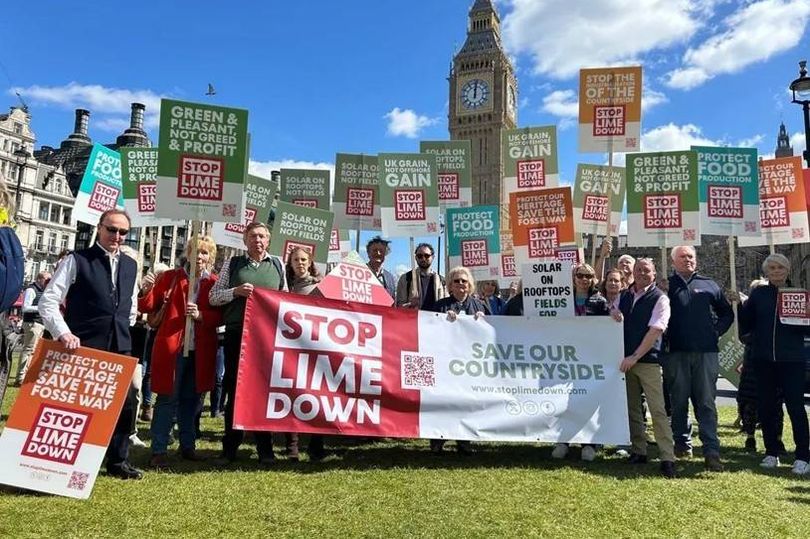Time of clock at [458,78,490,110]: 12:01
